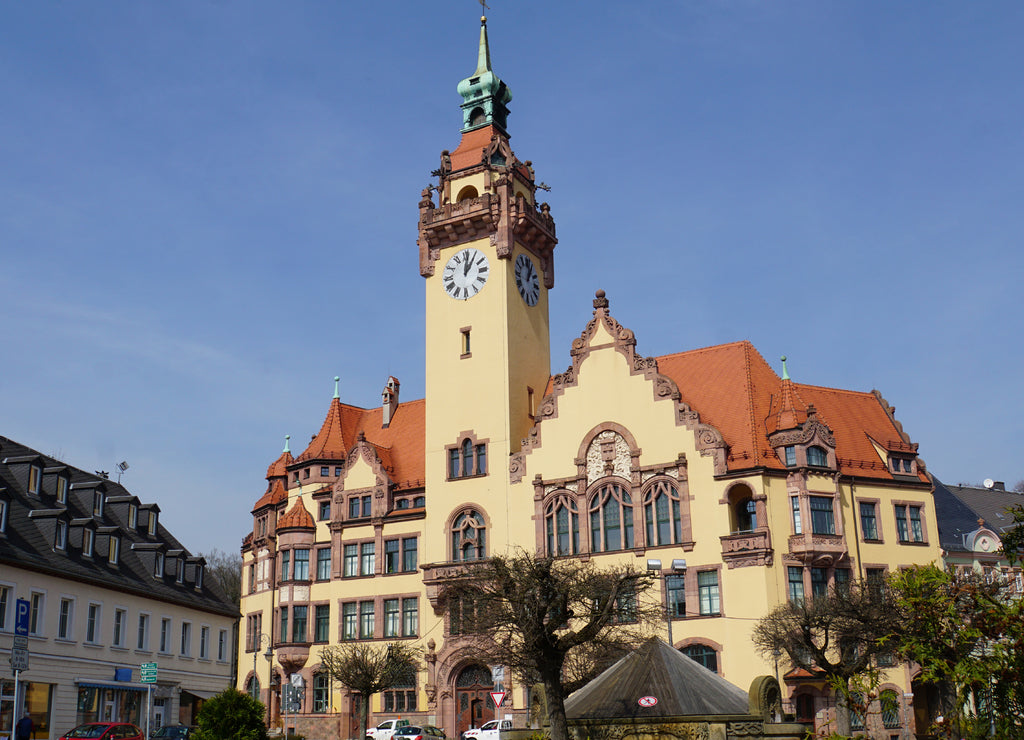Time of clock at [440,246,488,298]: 1:01
